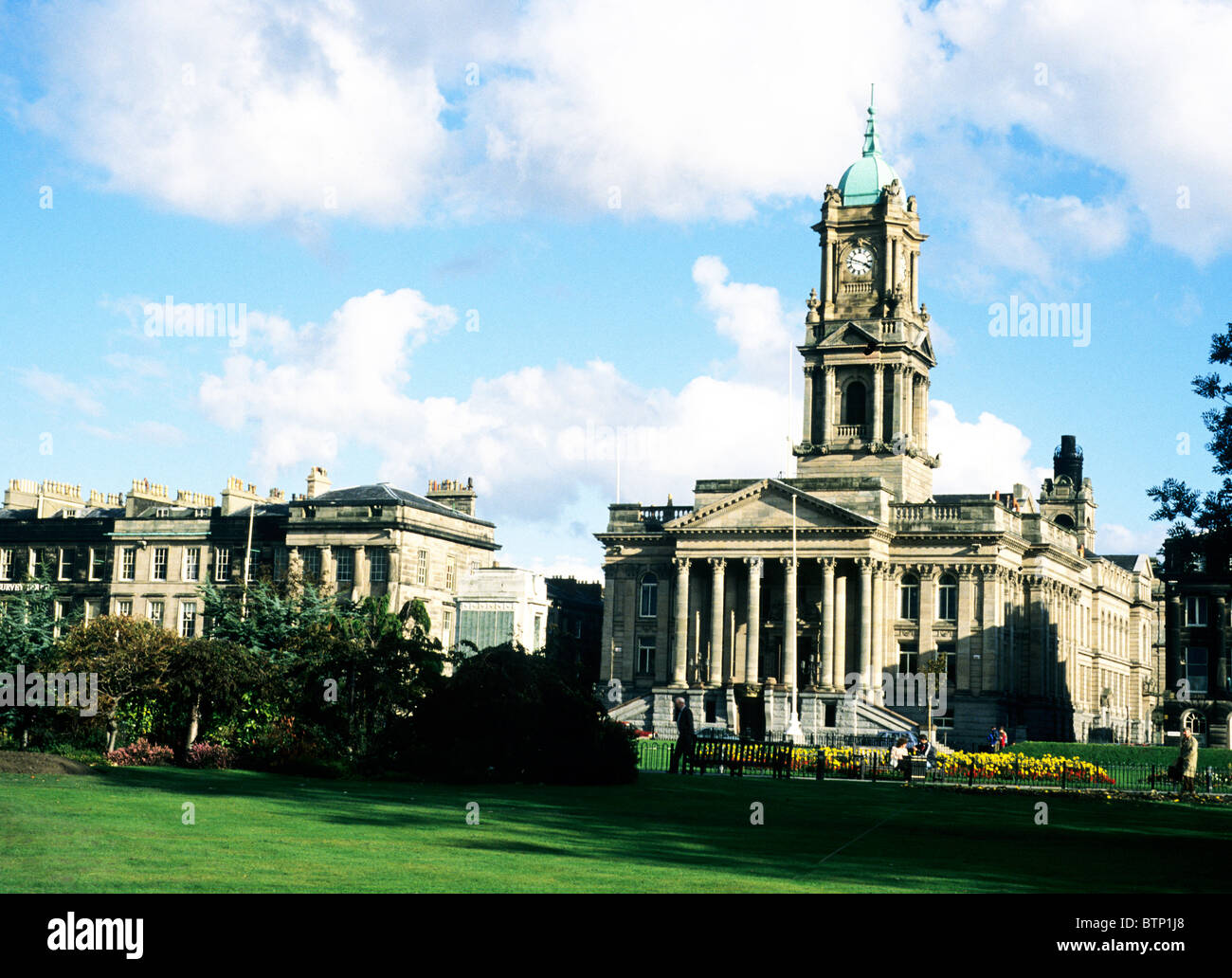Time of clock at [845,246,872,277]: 3:47
